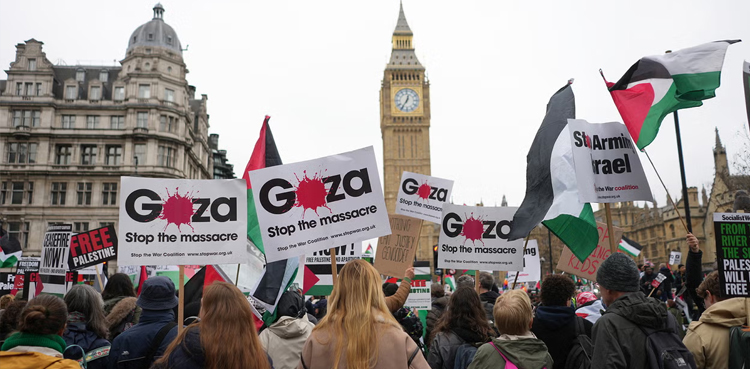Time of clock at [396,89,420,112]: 12:35
